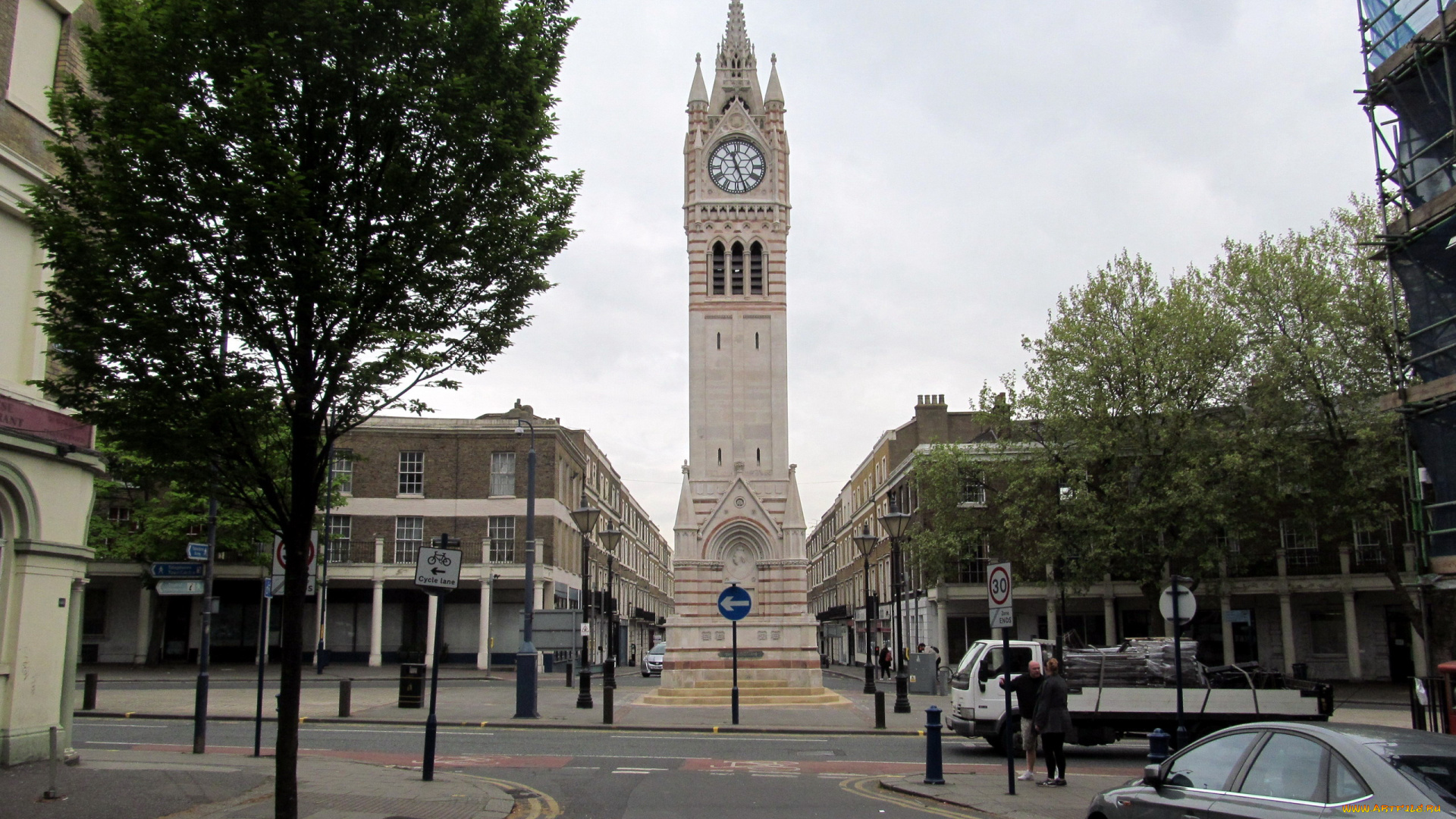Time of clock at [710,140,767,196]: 11:26
